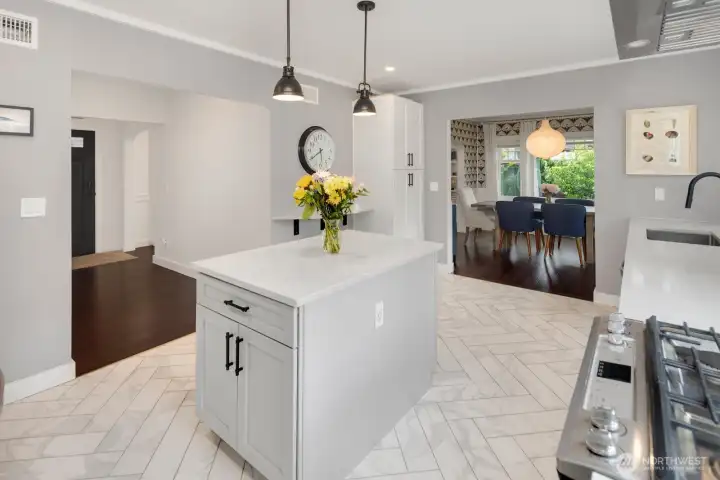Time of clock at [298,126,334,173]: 5:40
